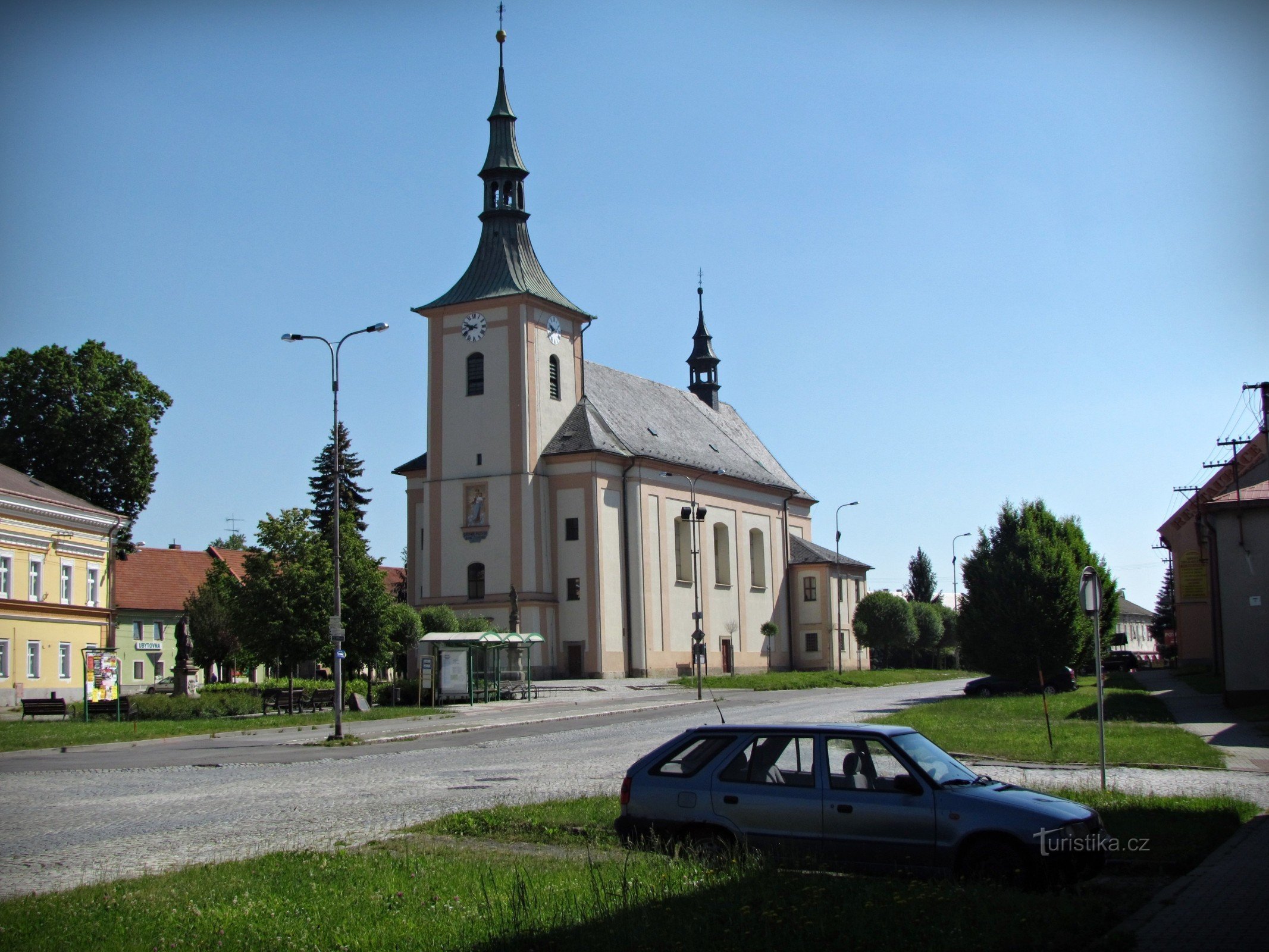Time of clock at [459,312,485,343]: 9:39
